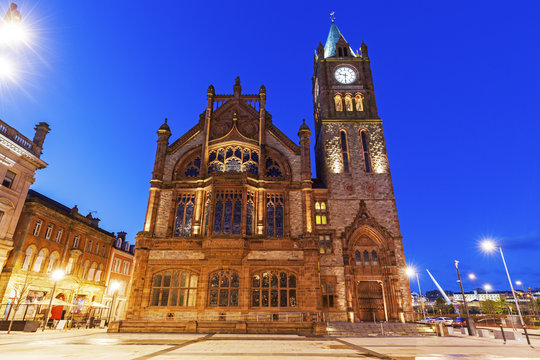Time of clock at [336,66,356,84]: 9:30
